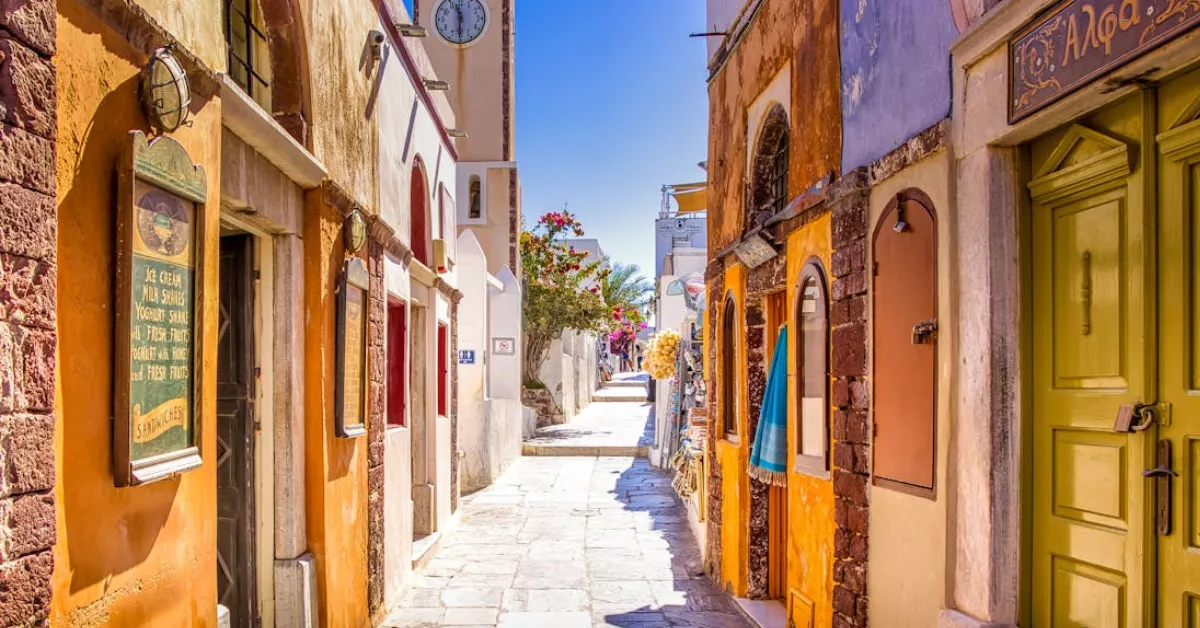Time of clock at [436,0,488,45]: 11:30
